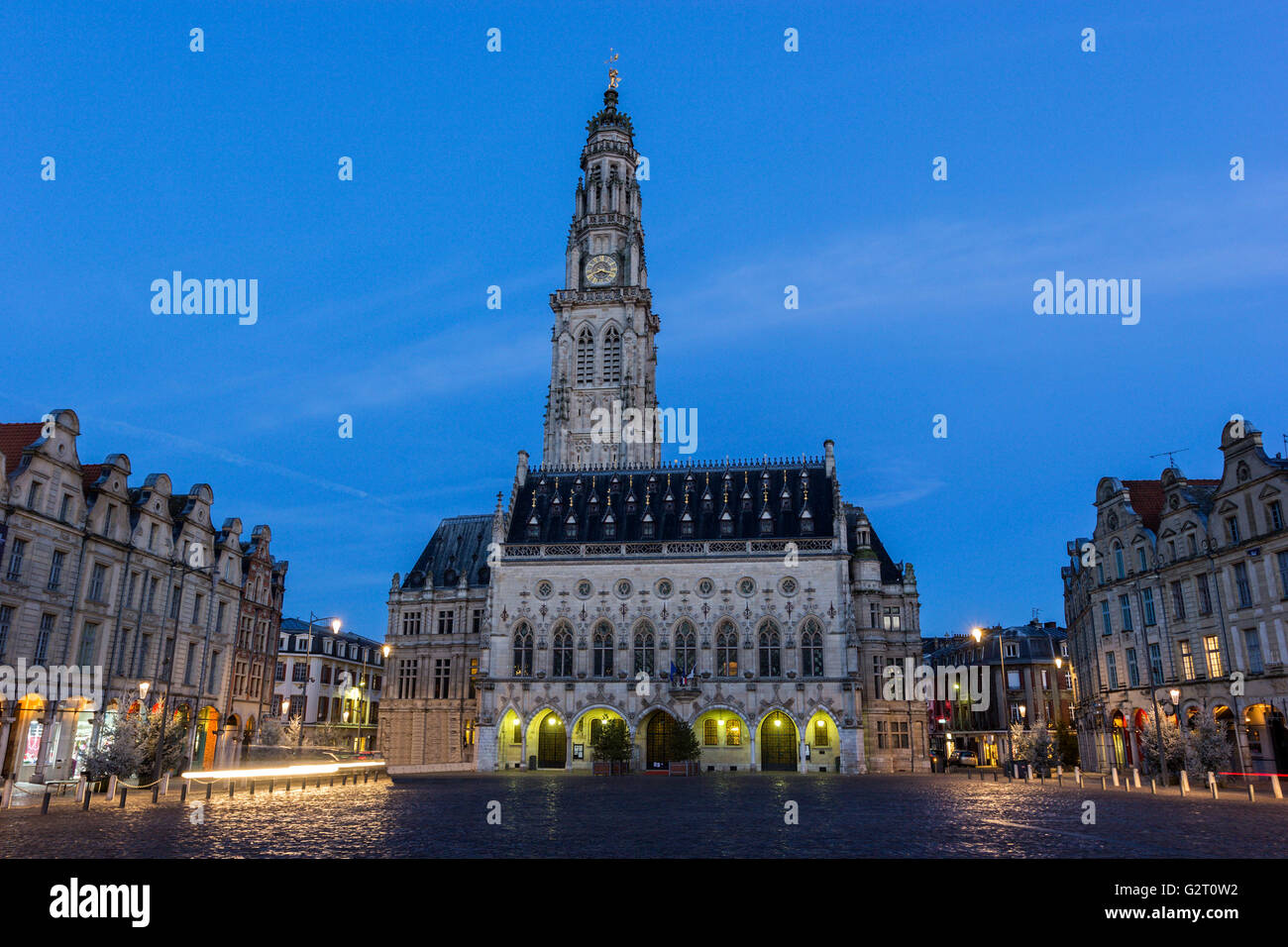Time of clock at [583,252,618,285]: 8:17
